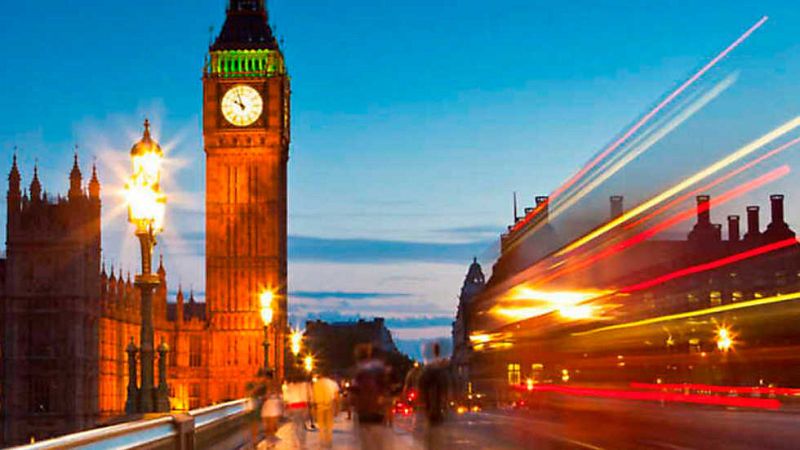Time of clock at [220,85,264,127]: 9:57
